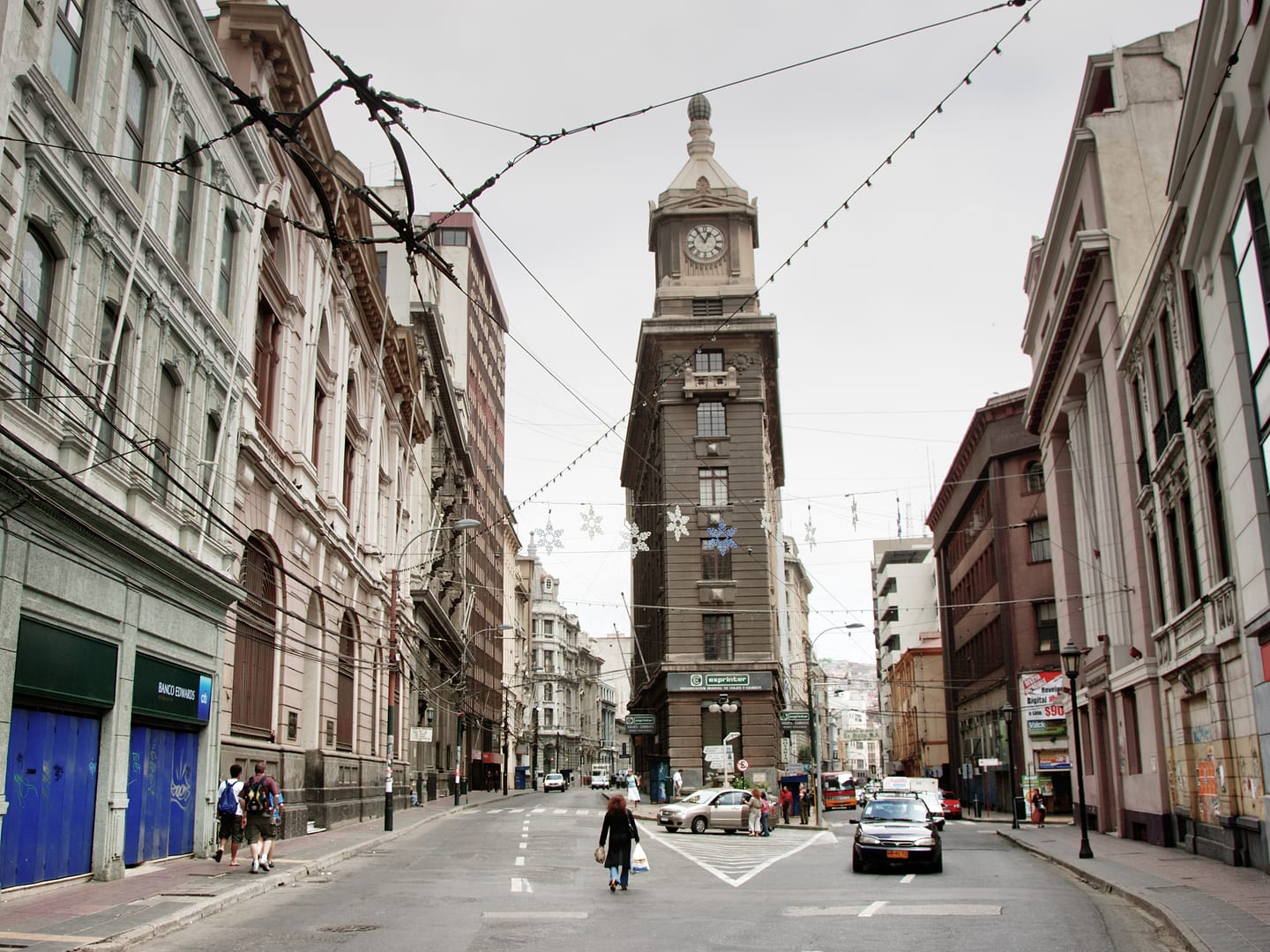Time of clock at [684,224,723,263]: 12:54
